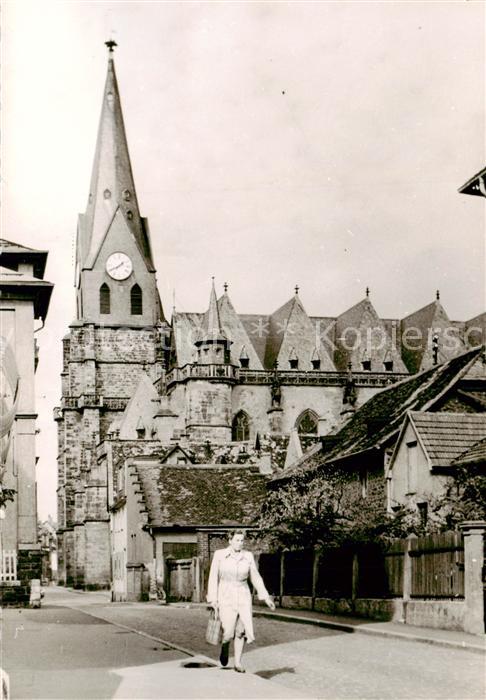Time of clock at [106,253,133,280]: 1:40
